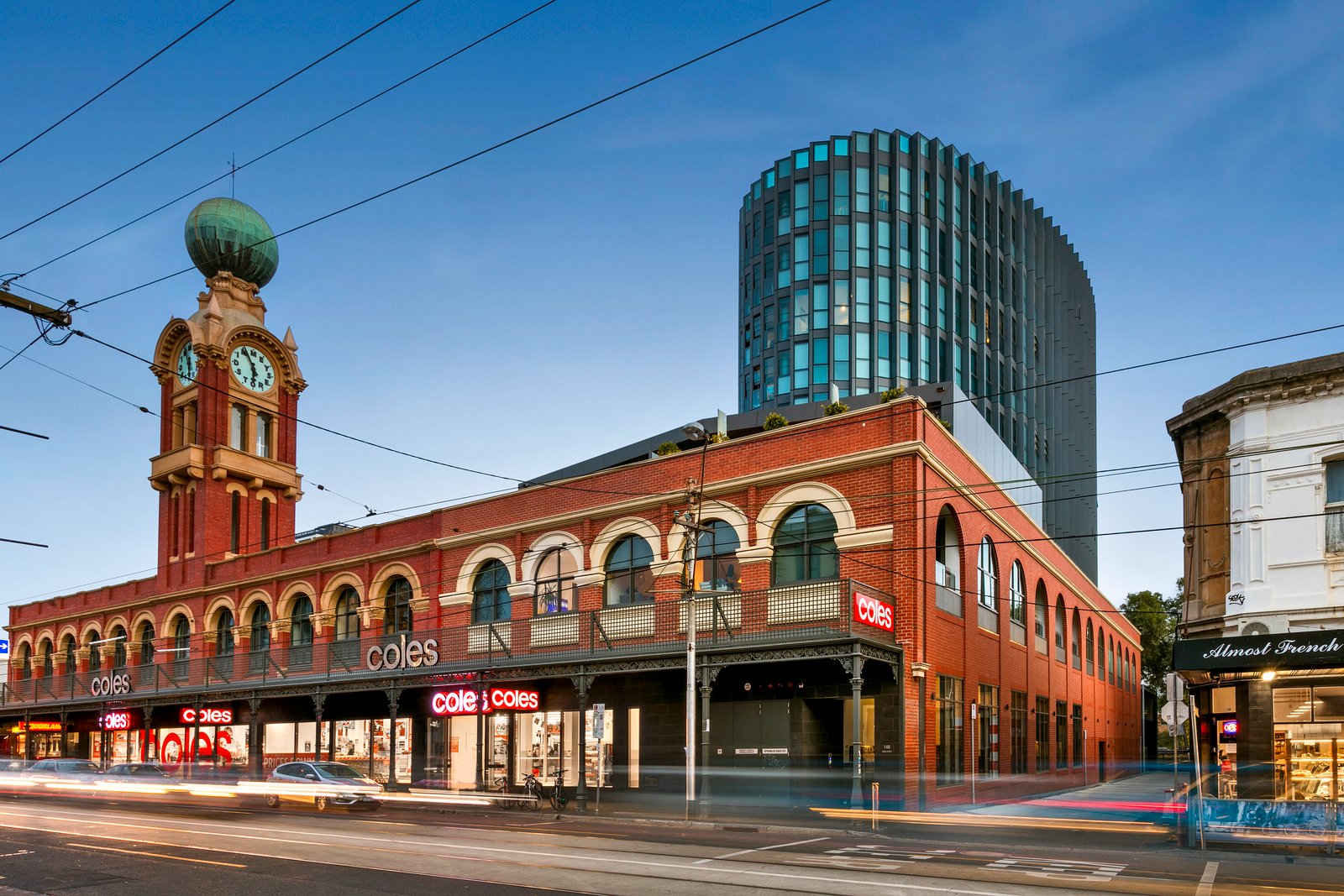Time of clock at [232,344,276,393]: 5:55
